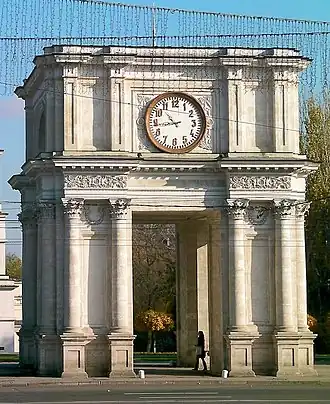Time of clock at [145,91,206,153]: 10:43
